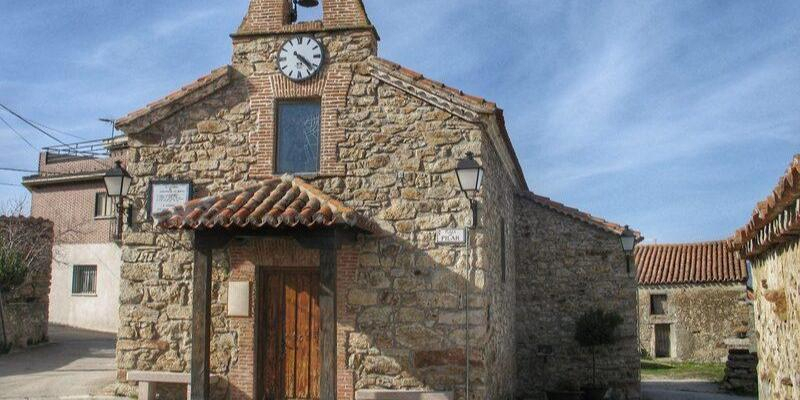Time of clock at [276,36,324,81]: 4:22
